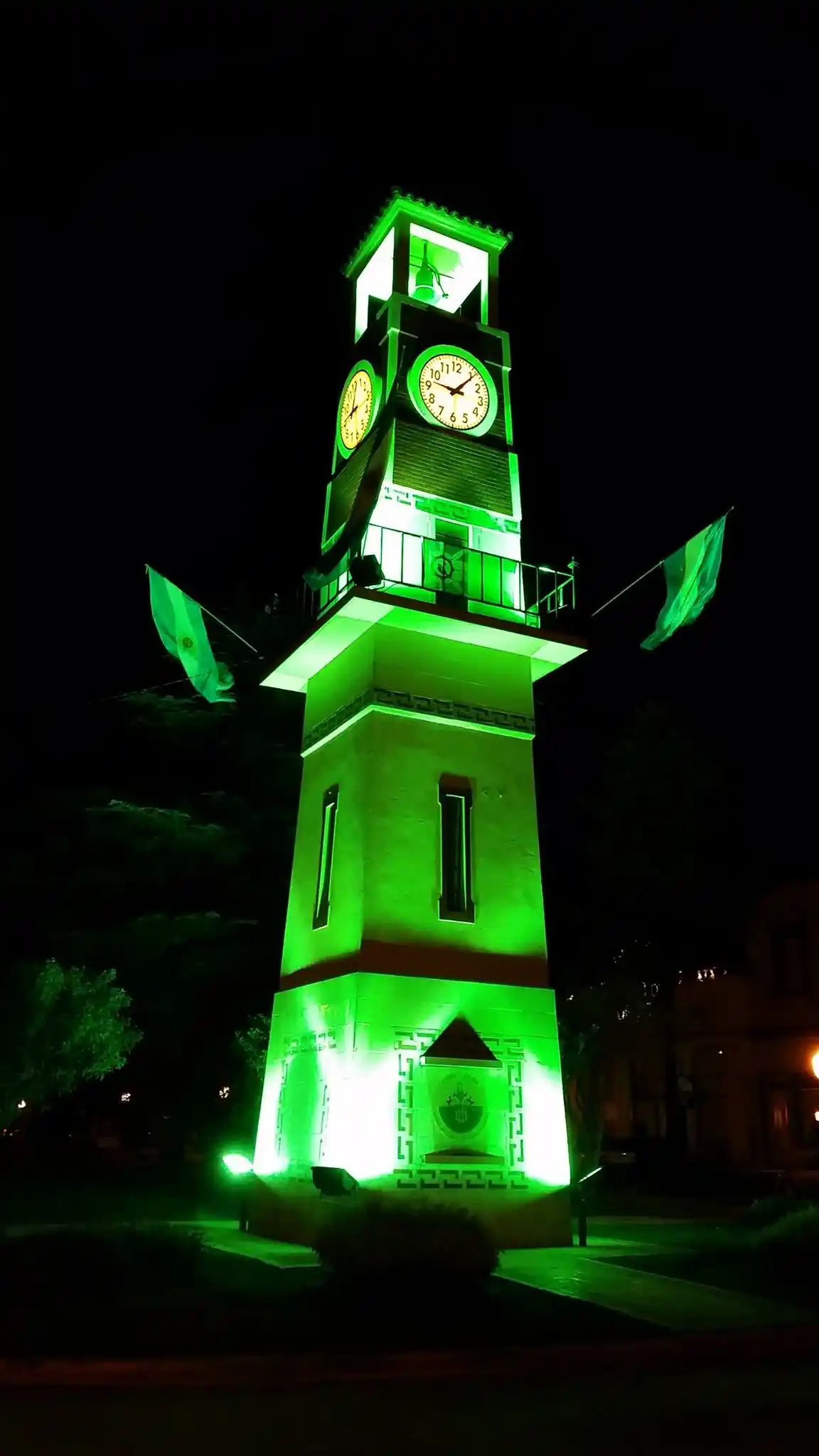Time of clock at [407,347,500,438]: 9:06
